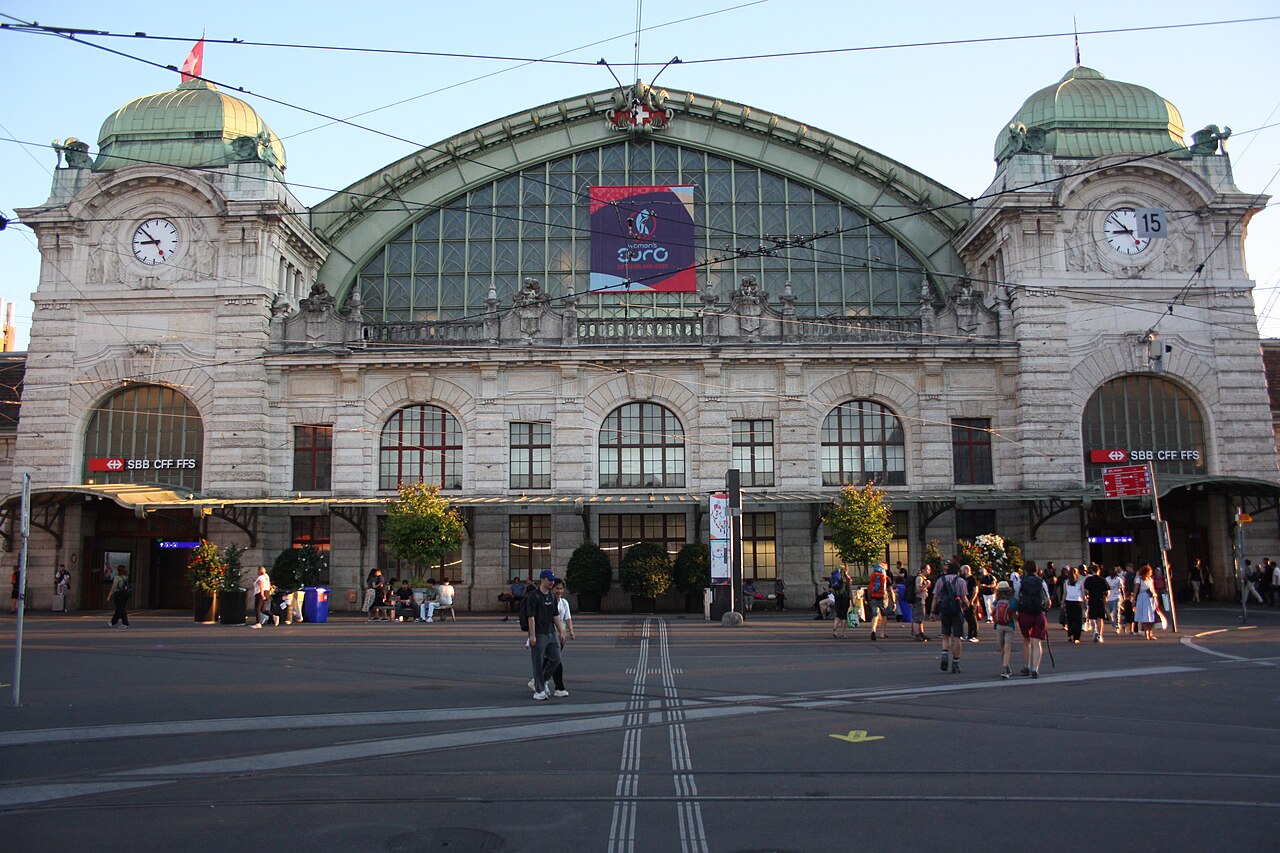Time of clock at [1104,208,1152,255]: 8:52
